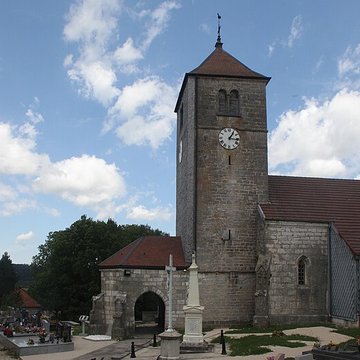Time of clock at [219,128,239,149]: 1:16
